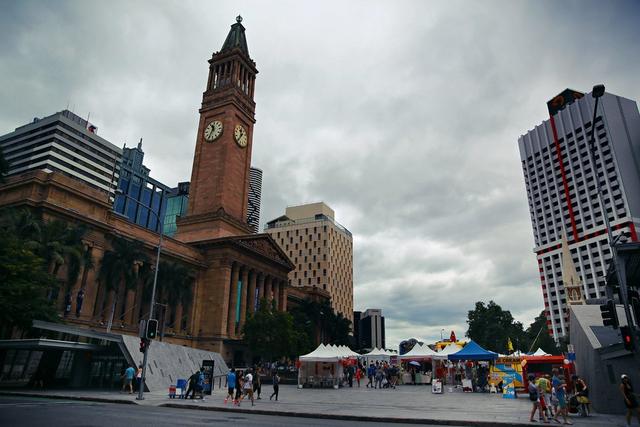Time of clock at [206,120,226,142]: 11:35
